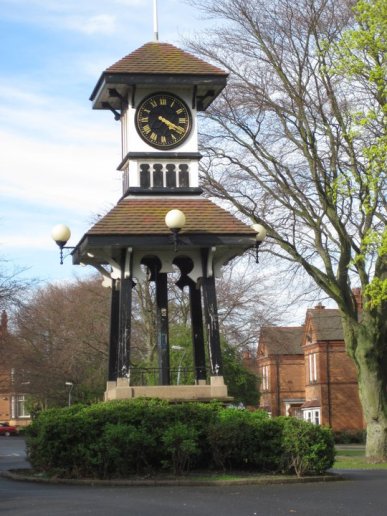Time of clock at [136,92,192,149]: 4:19
